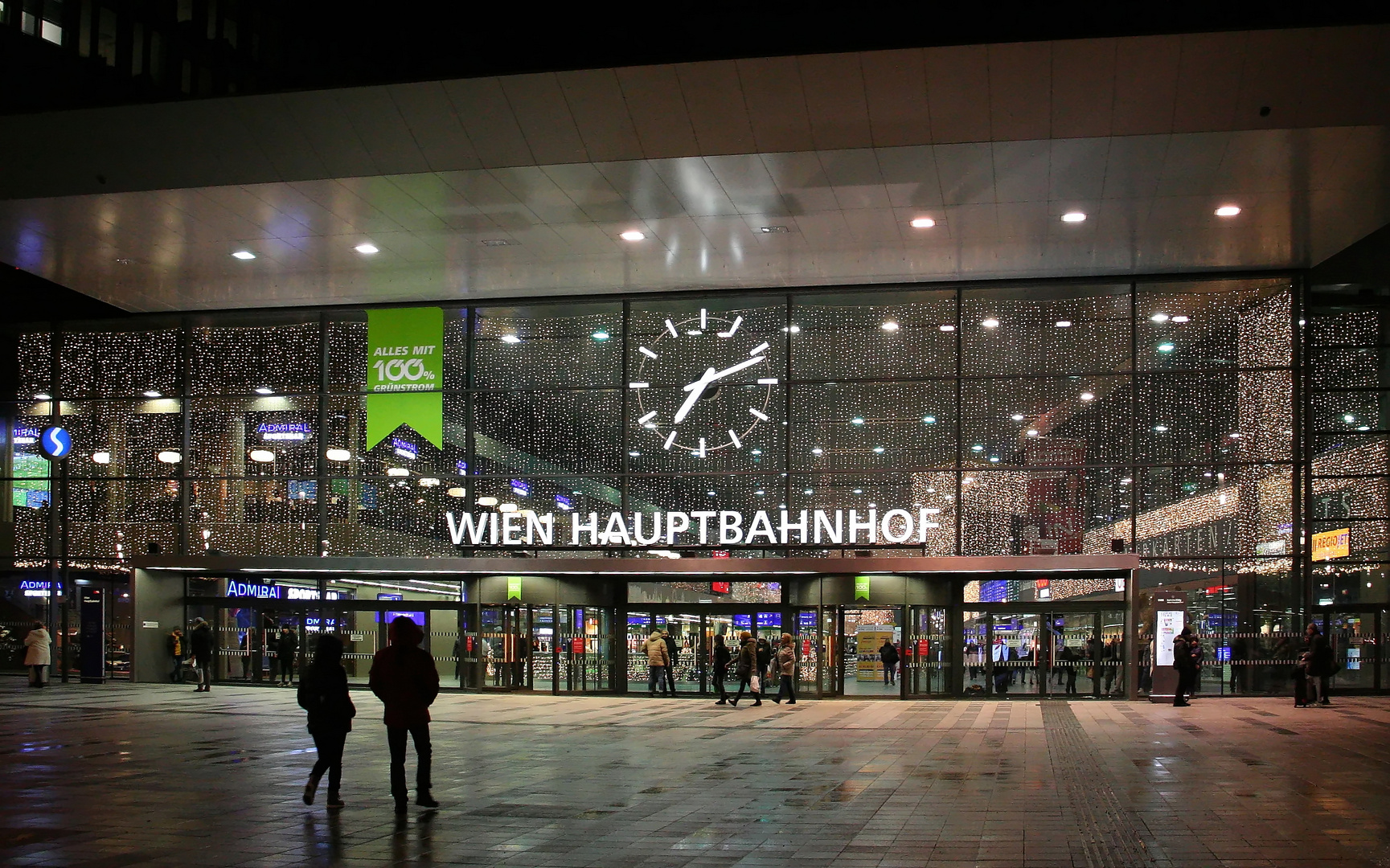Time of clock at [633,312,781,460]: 7:11
